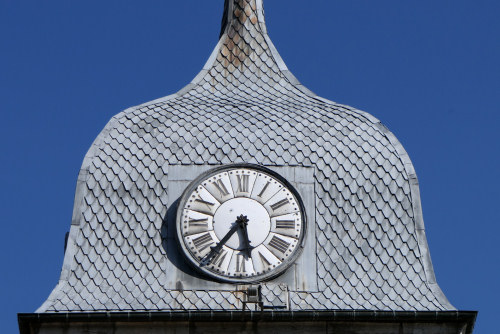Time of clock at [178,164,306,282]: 5:36
